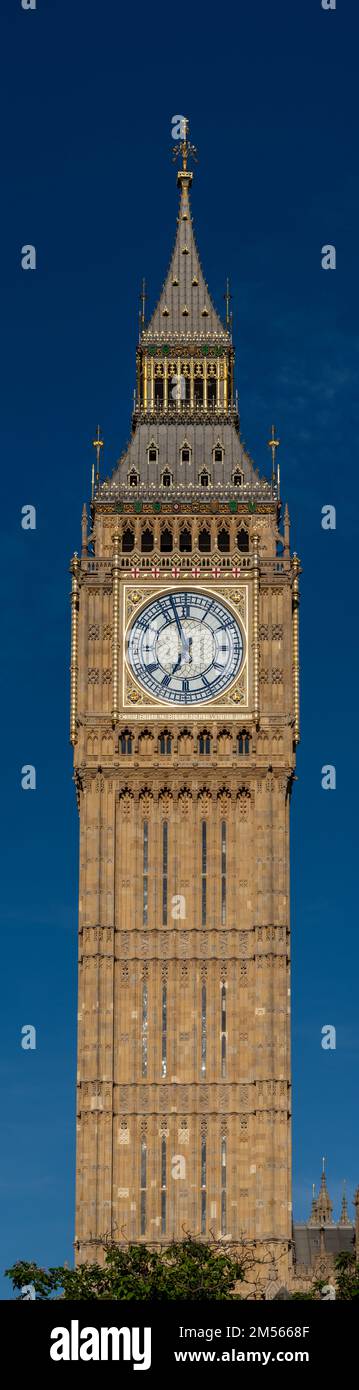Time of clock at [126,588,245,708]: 6:57
